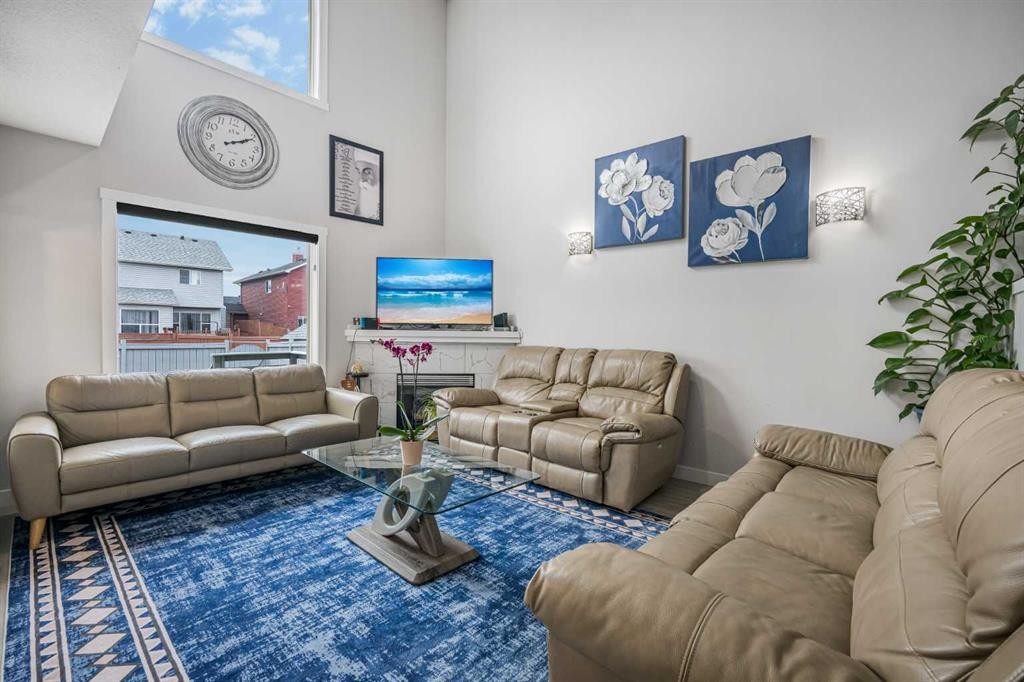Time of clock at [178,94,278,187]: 2:10
